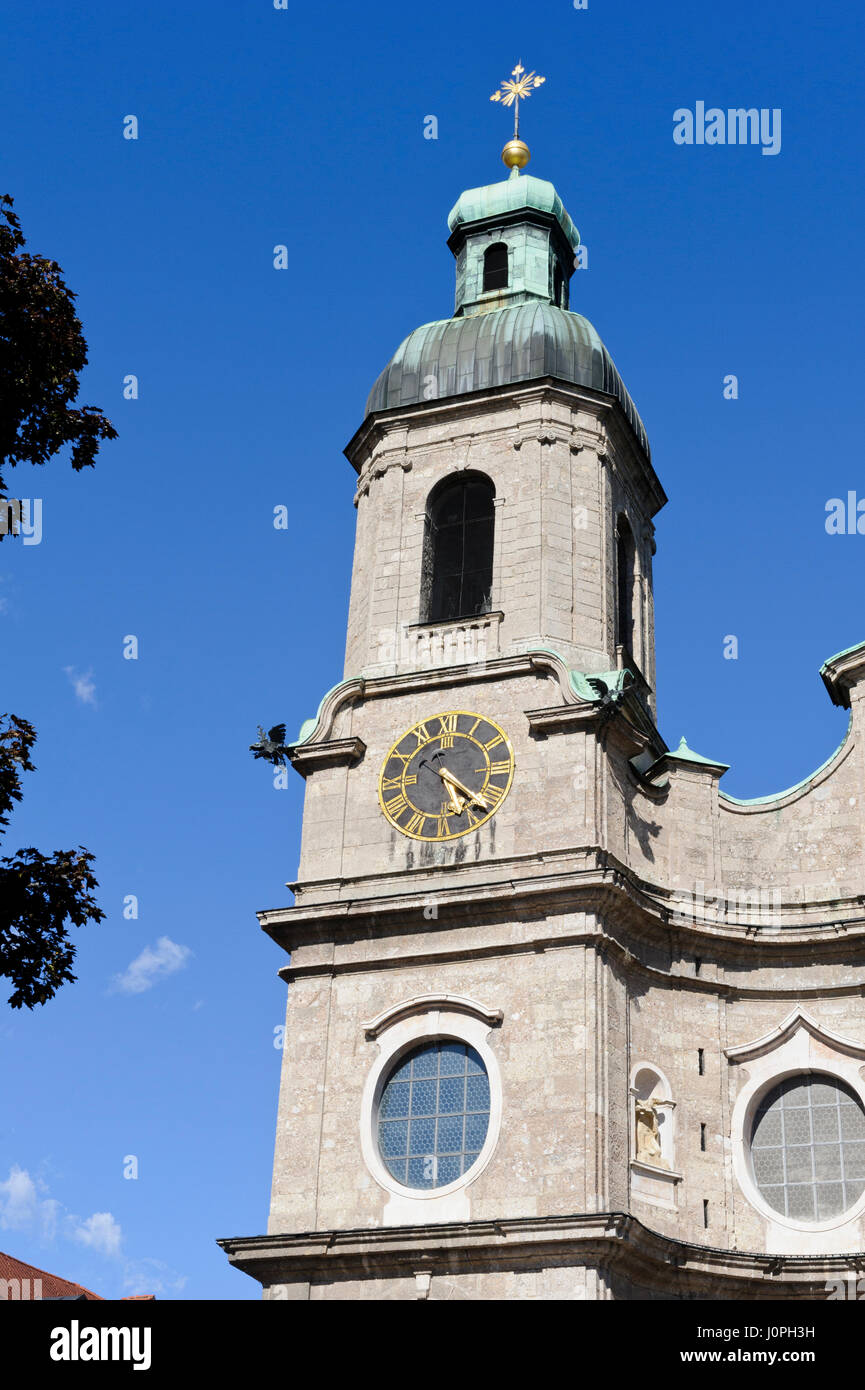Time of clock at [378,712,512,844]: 5:22
